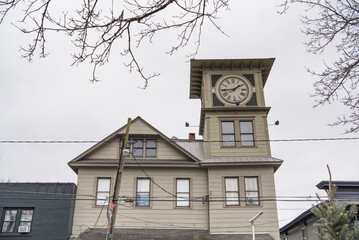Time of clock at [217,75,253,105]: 1:44
